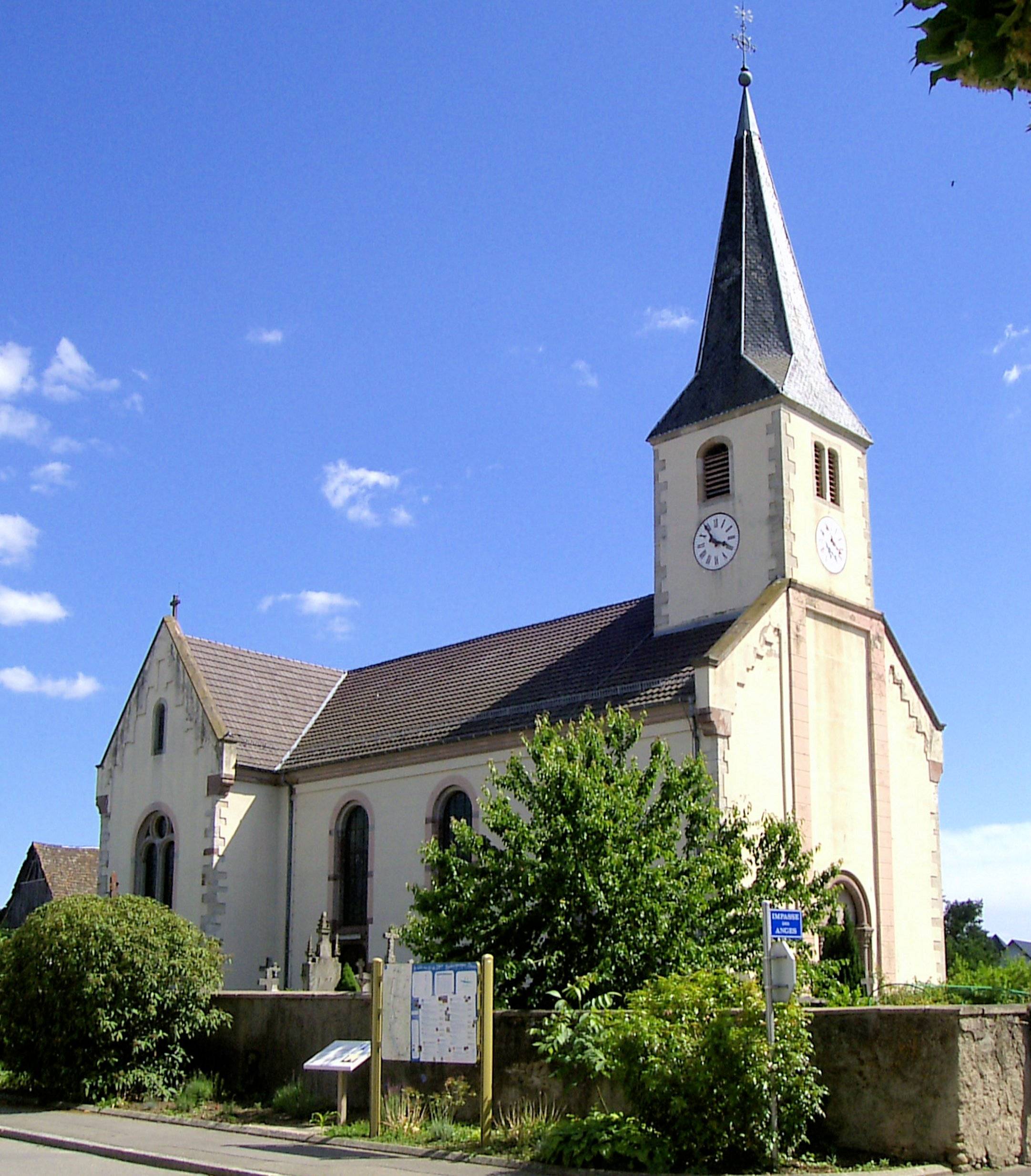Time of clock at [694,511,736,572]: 3:54
